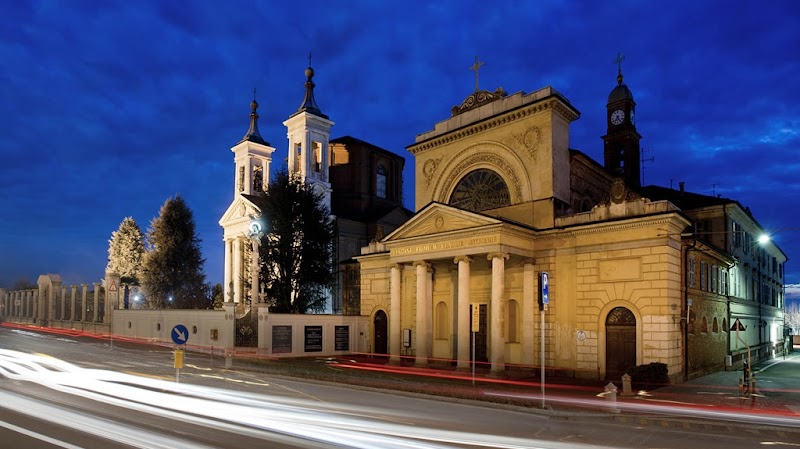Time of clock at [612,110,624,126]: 7:25
